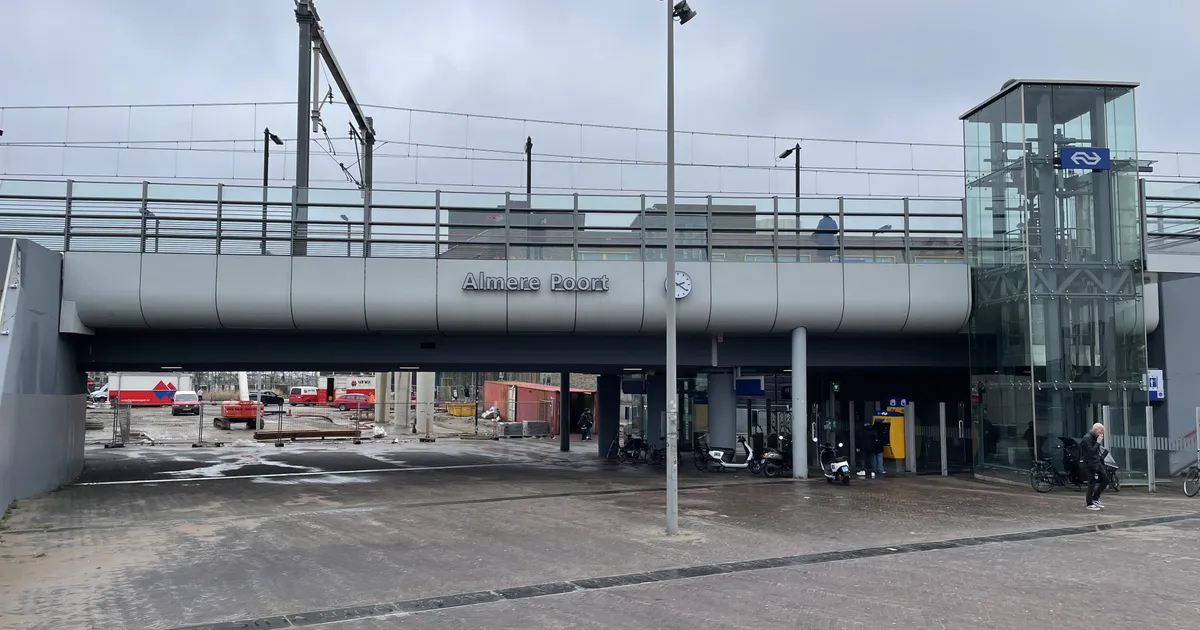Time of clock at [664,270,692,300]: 2:20
